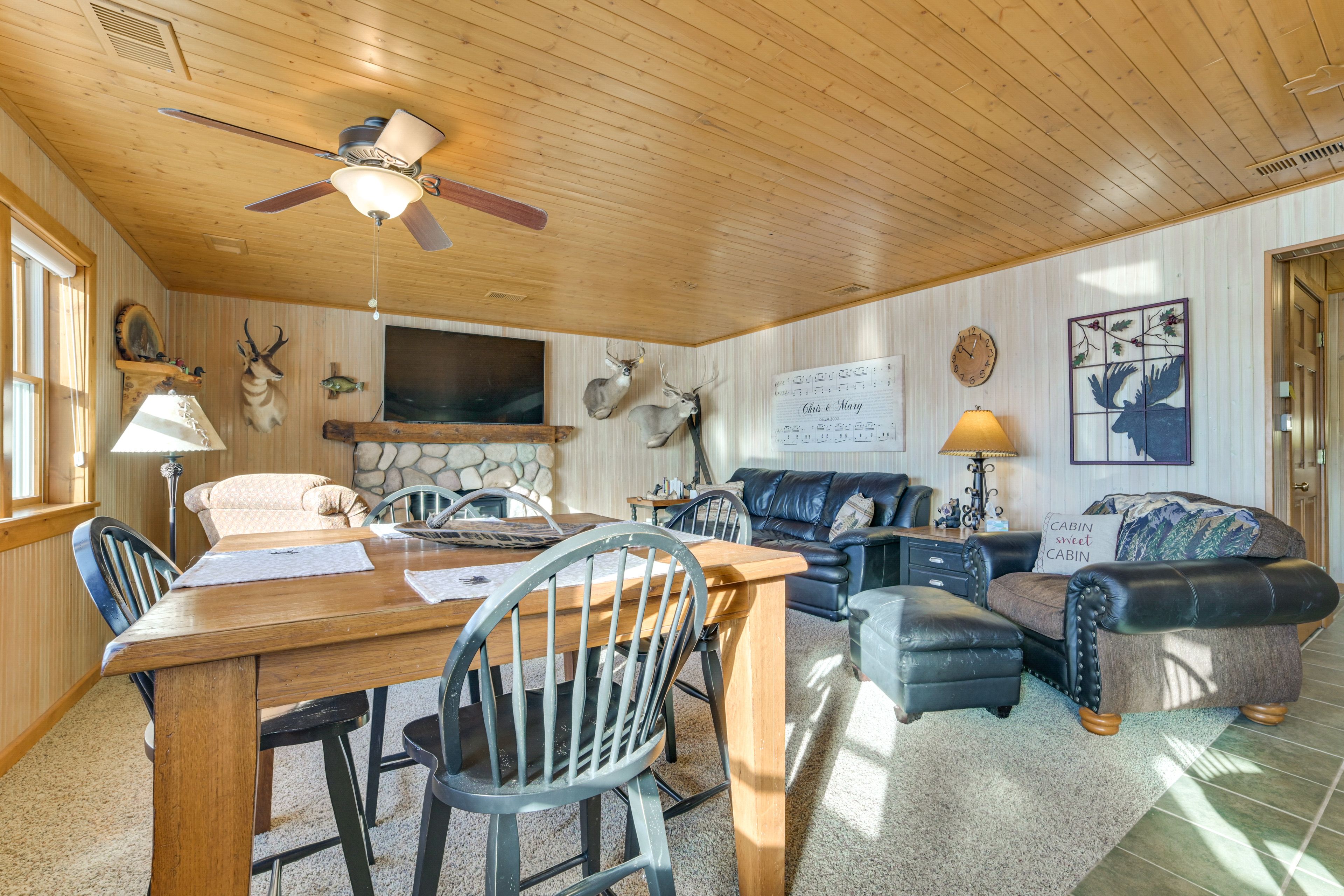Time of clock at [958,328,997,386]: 12:51
